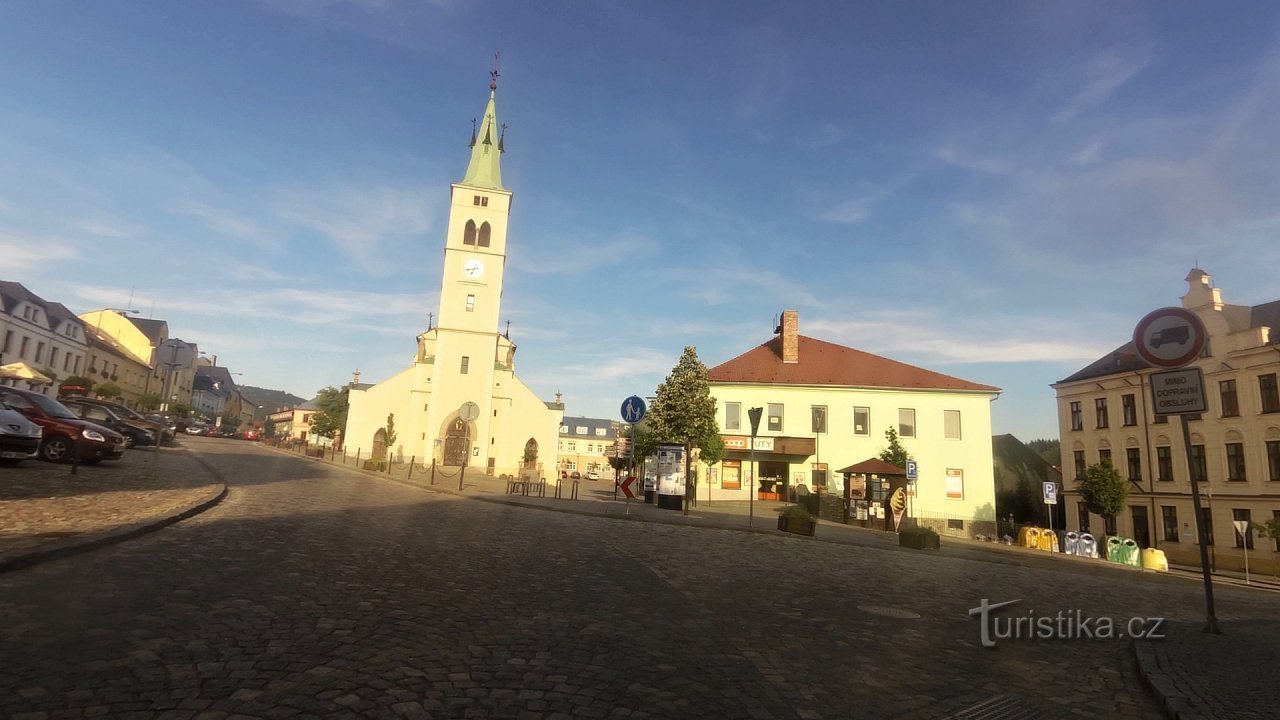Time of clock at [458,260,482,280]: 6:41
